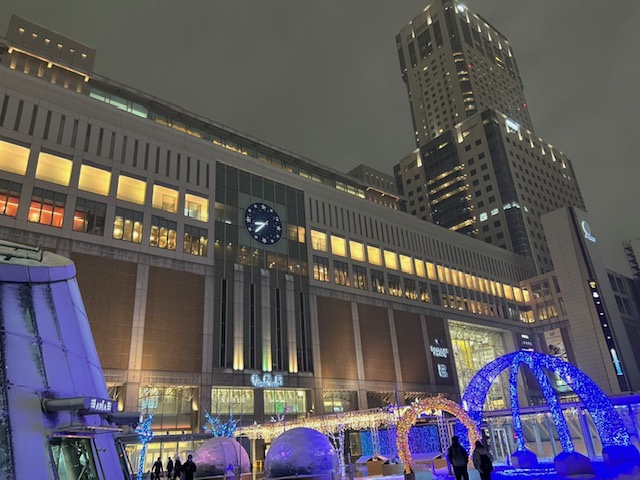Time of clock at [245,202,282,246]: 8:37
